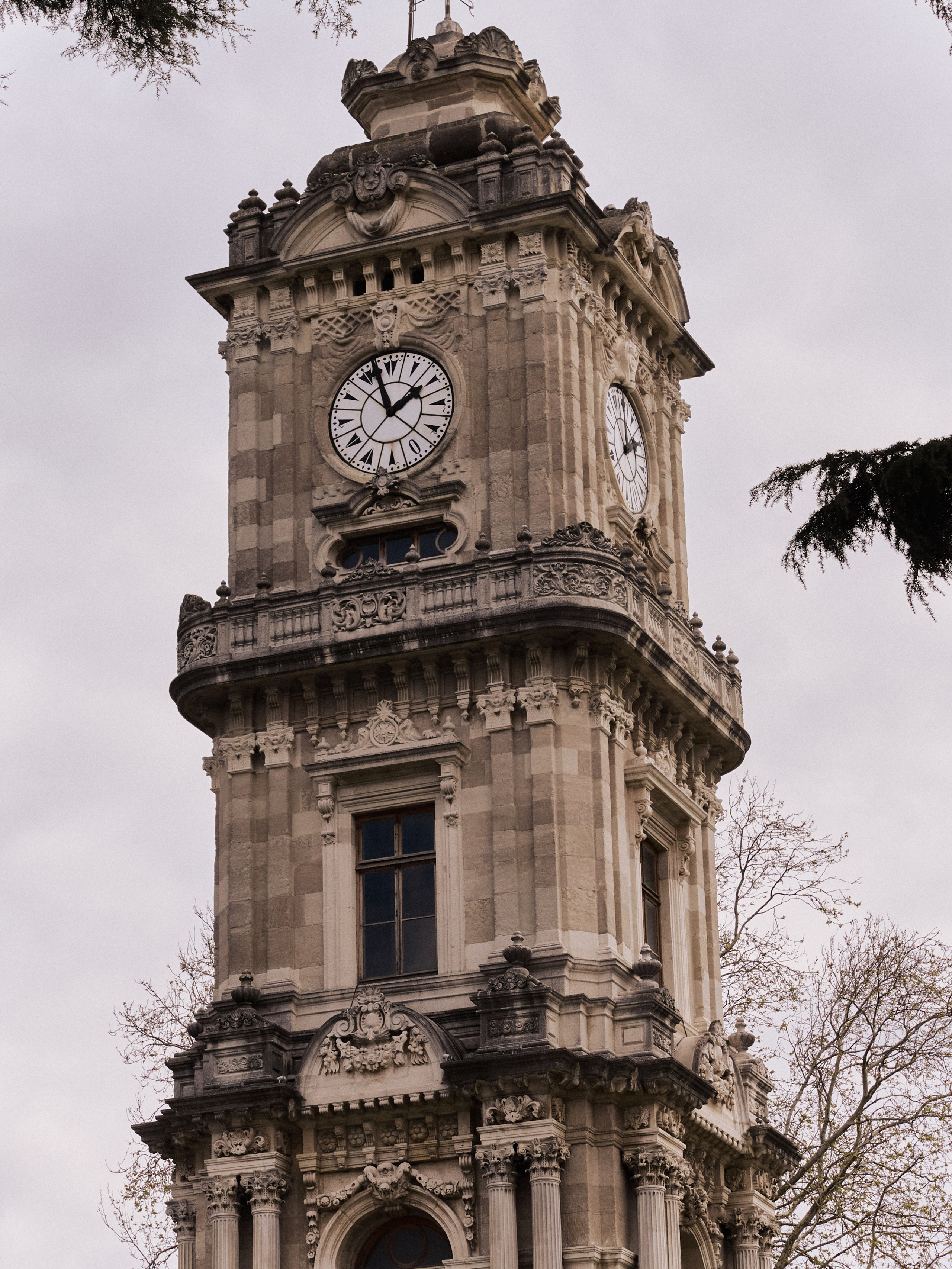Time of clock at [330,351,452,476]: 1:57
